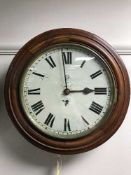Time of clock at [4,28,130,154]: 2:58
